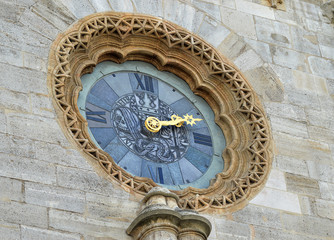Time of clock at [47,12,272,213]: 2:01
